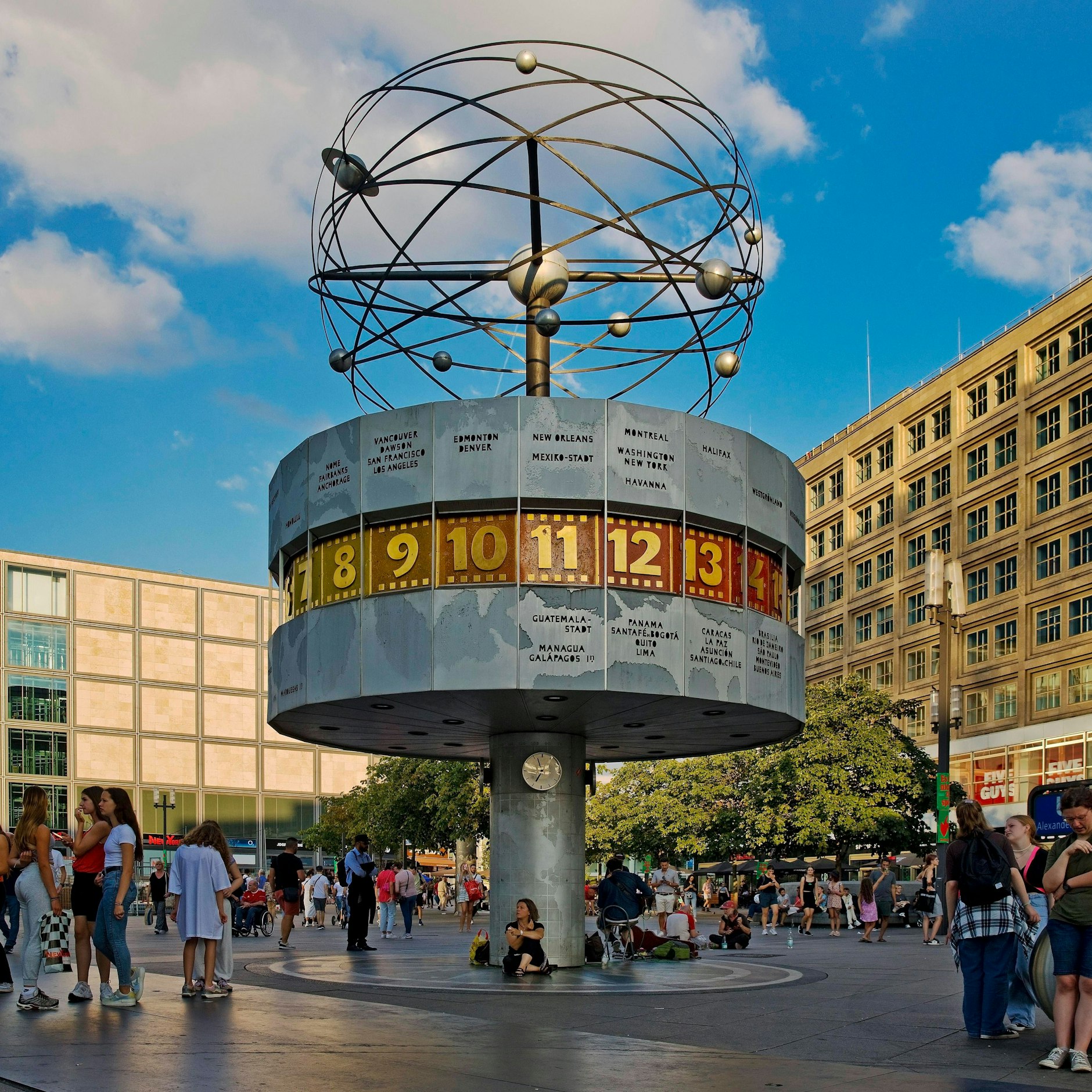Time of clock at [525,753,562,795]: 6:56
